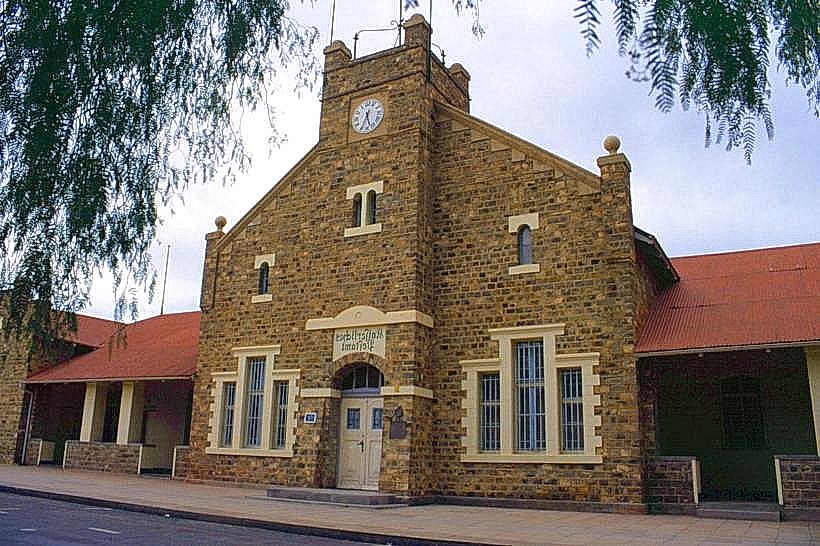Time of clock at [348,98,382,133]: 5:34
